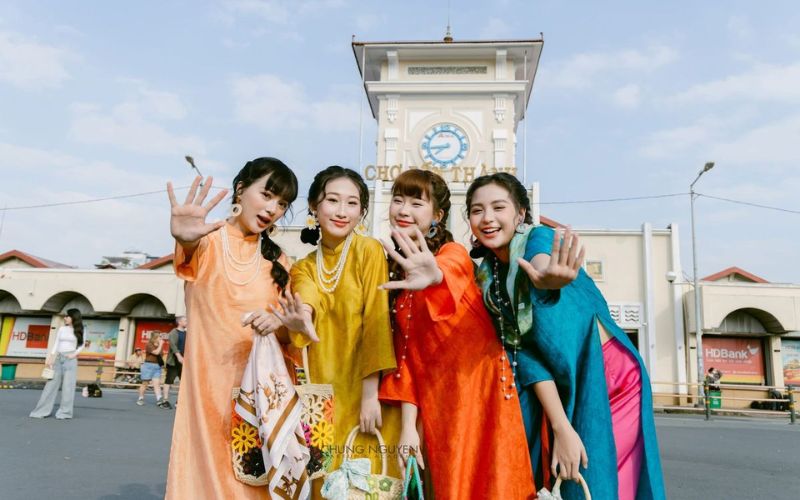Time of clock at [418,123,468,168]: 7:43
